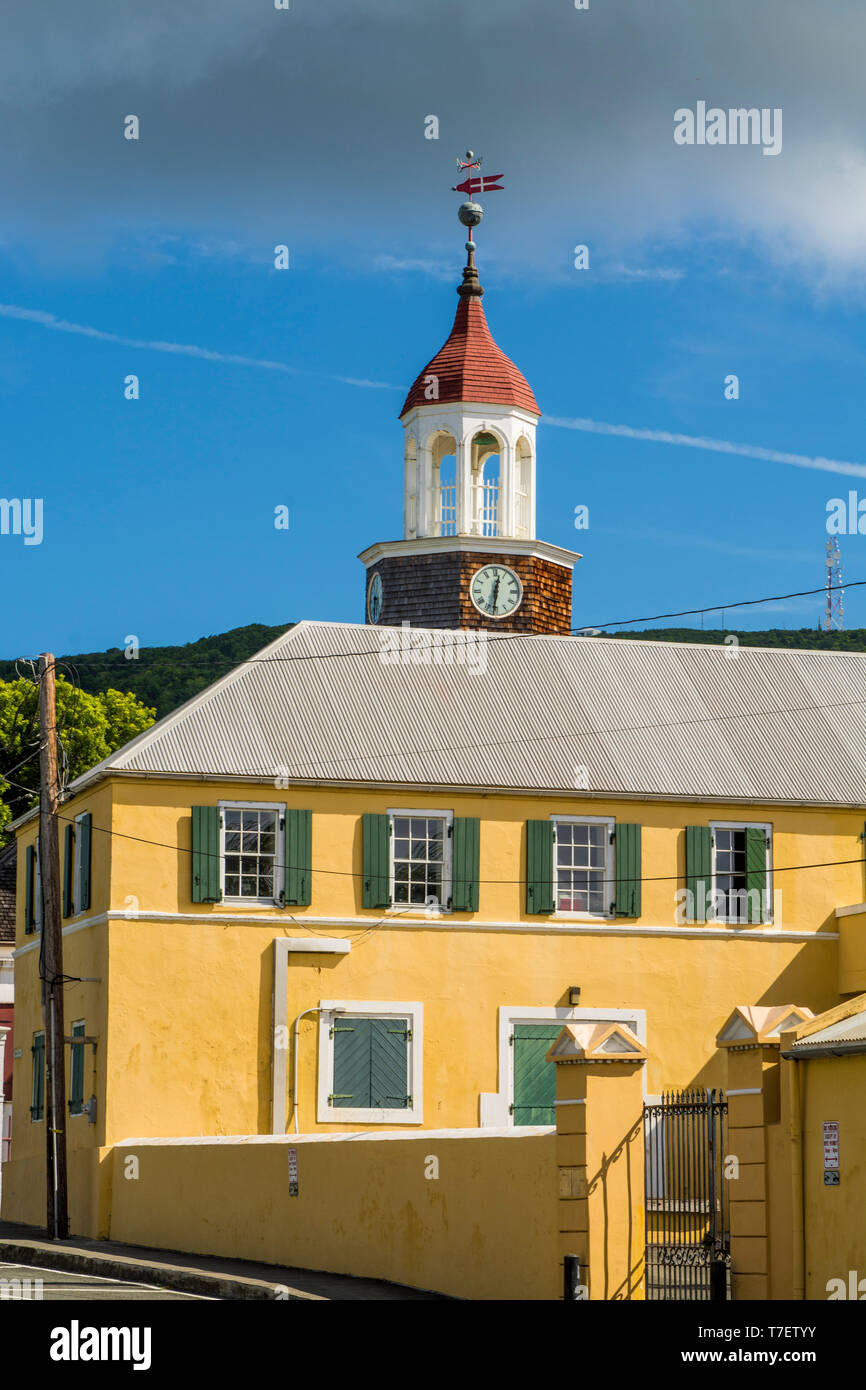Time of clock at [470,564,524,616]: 12:31
